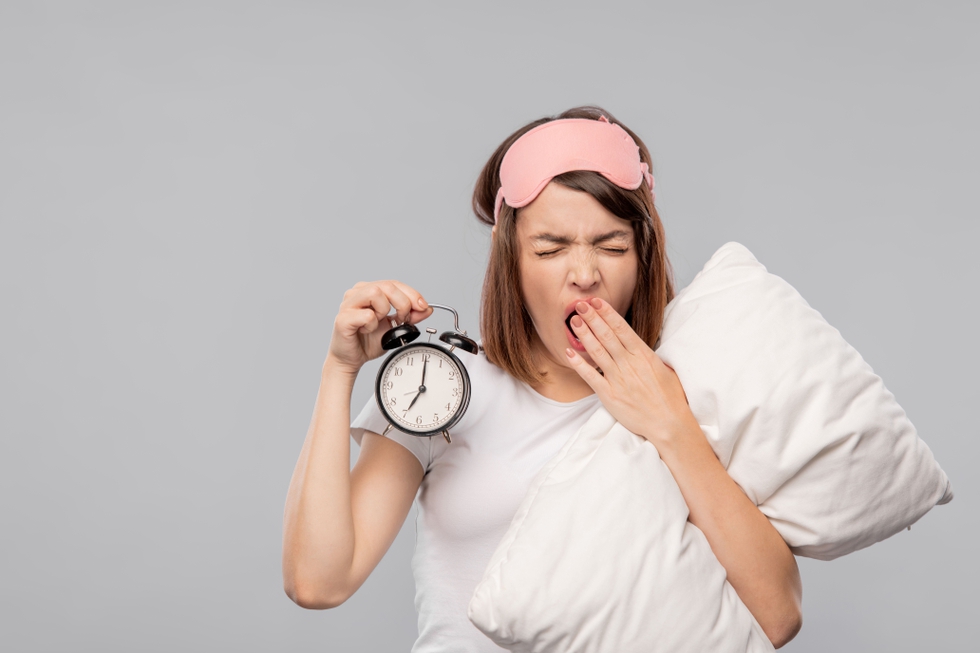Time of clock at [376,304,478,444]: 7:00
